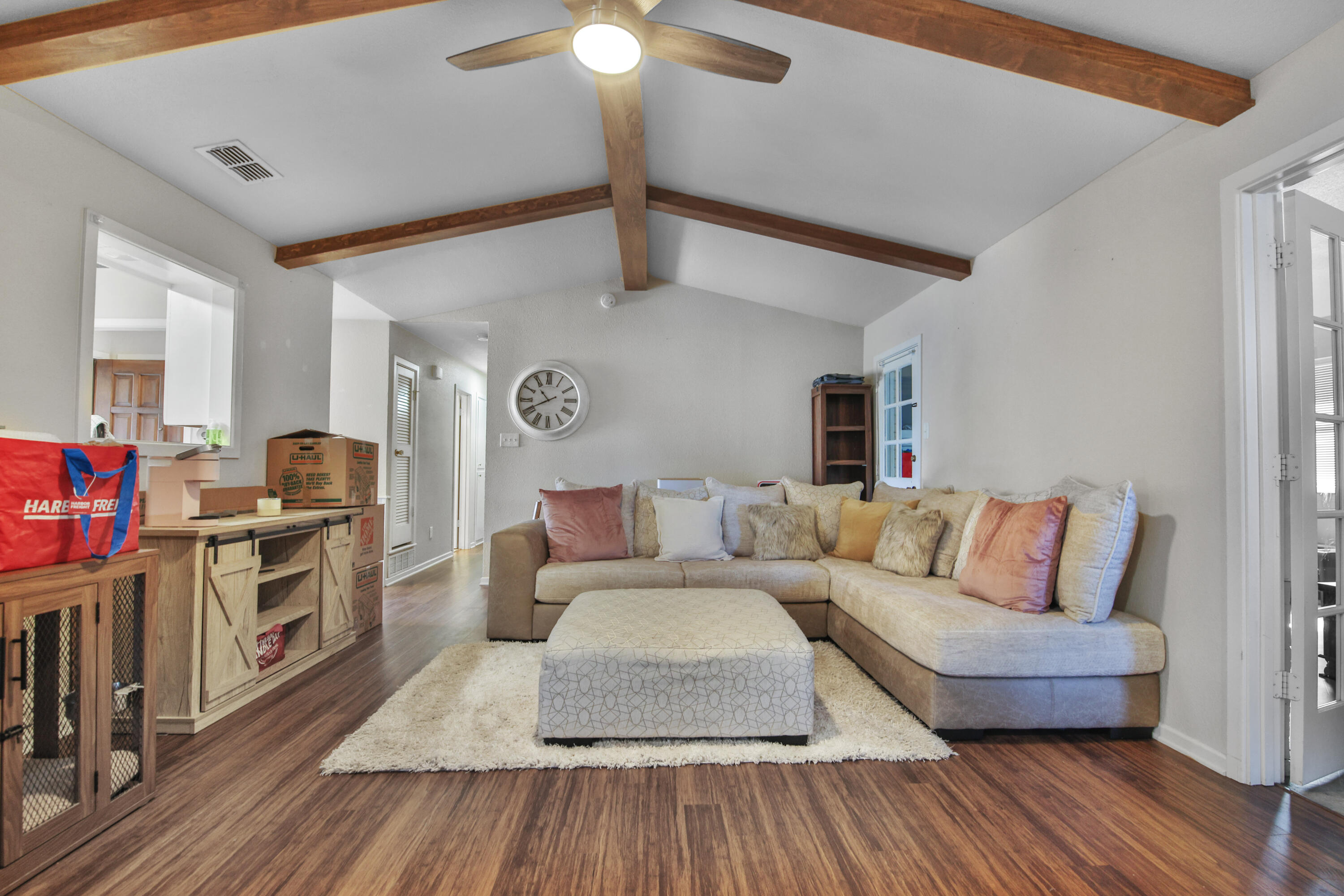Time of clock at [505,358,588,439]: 10:40
